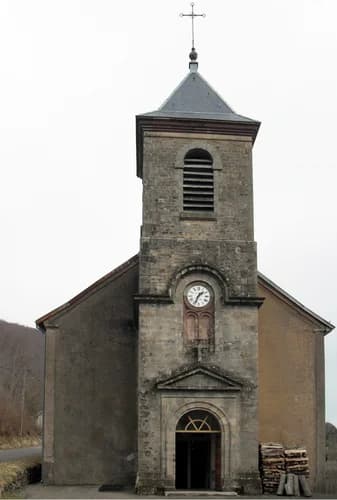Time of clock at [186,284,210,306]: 1:33
